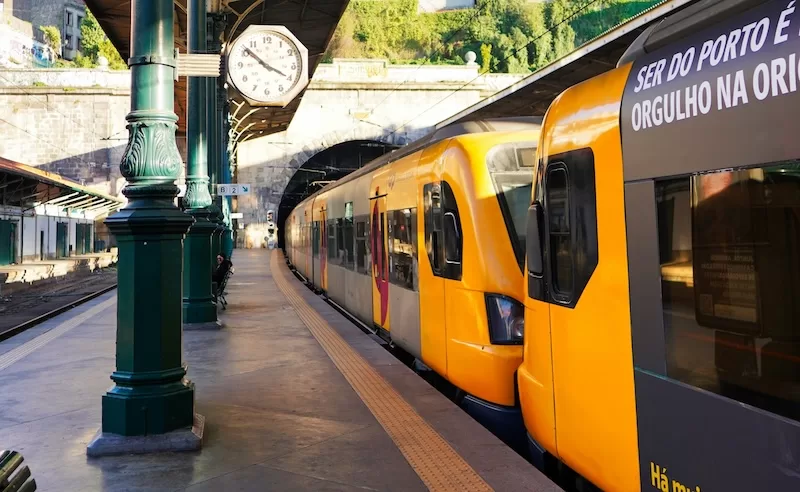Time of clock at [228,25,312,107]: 3:51
